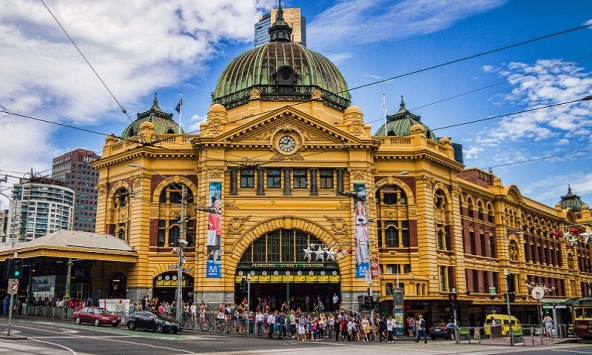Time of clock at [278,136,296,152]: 12:46
